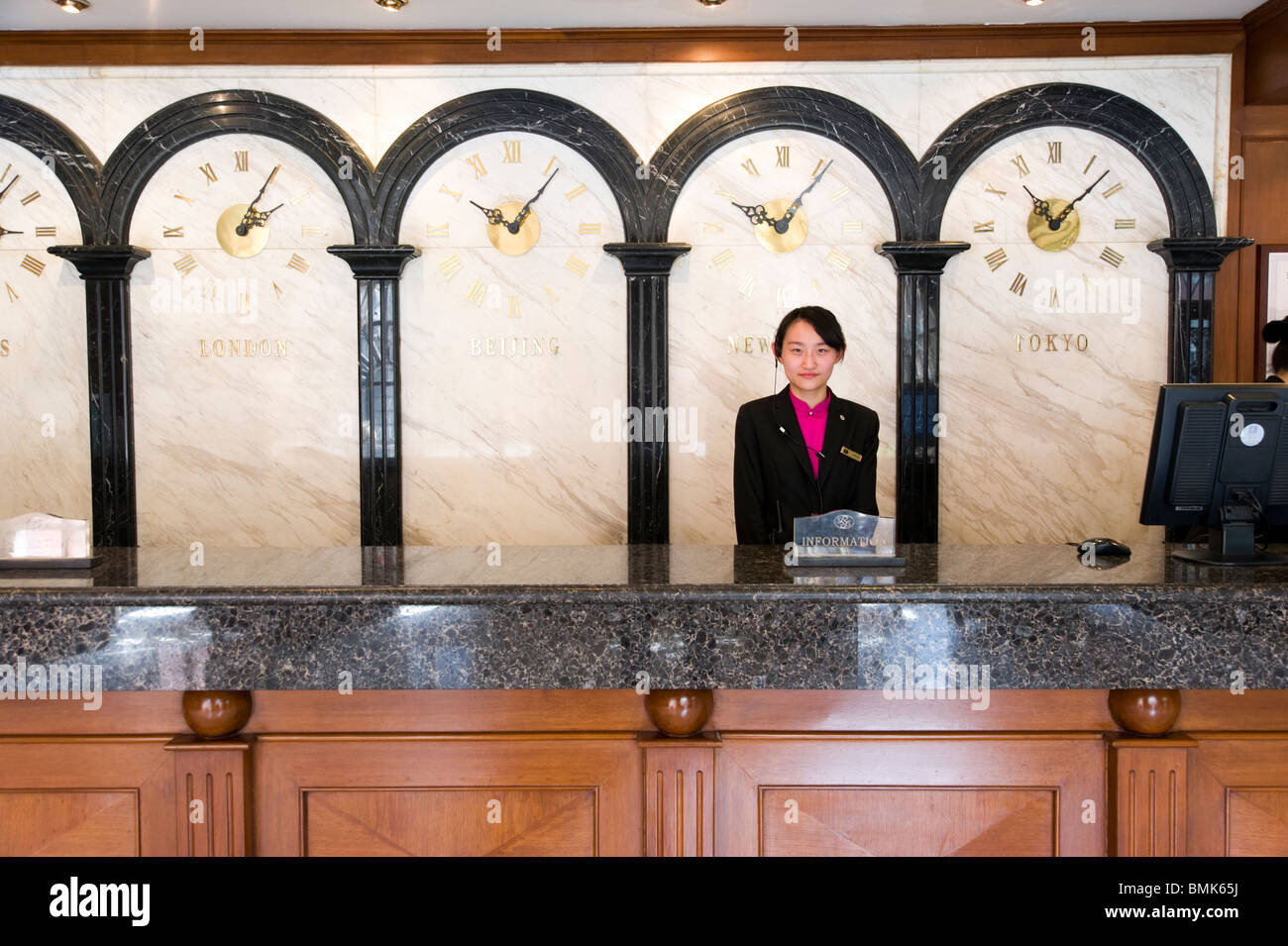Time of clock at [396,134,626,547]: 10:07
